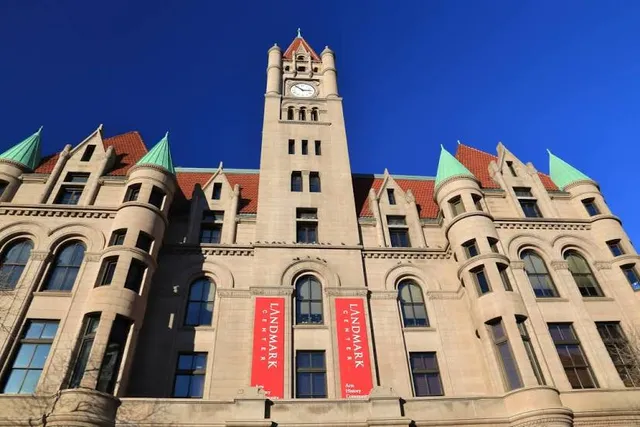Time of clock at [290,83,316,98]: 2:52
